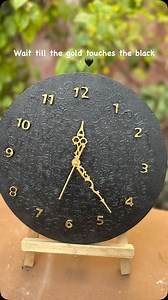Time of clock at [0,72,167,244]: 12:23
